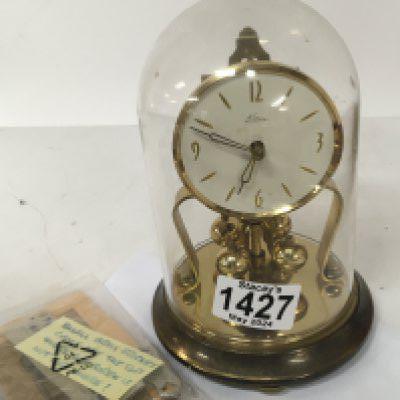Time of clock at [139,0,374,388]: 6:48
